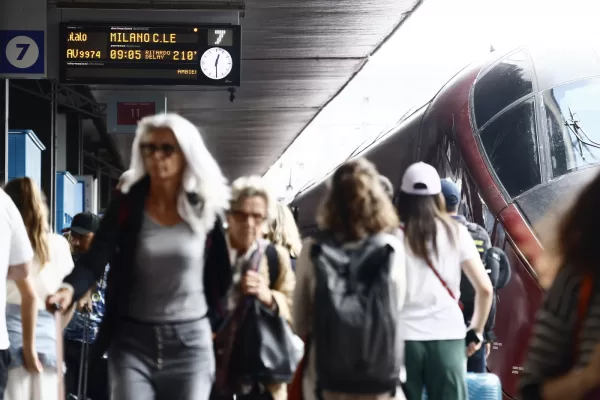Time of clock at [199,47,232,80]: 12:29
